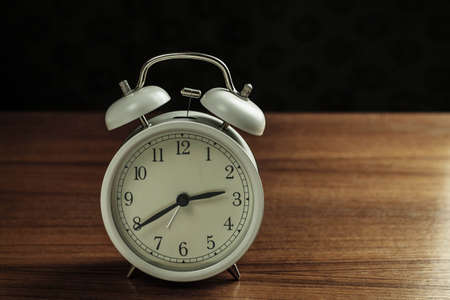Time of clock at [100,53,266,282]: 2:39
